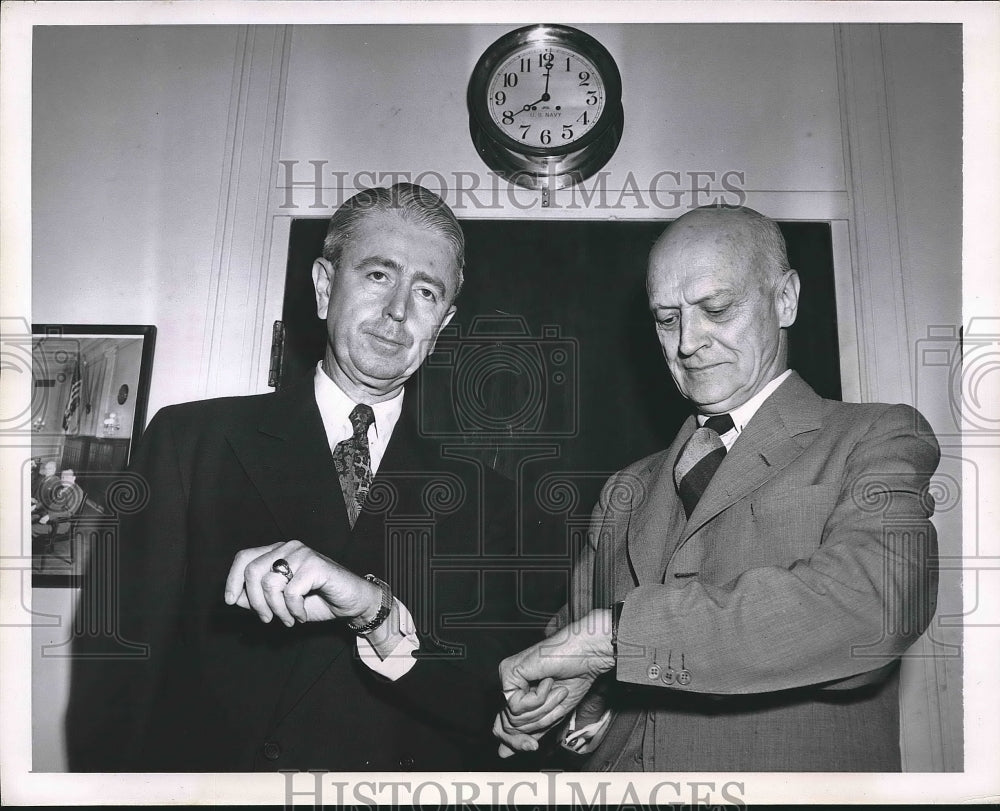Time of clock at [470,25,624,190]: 8:01
